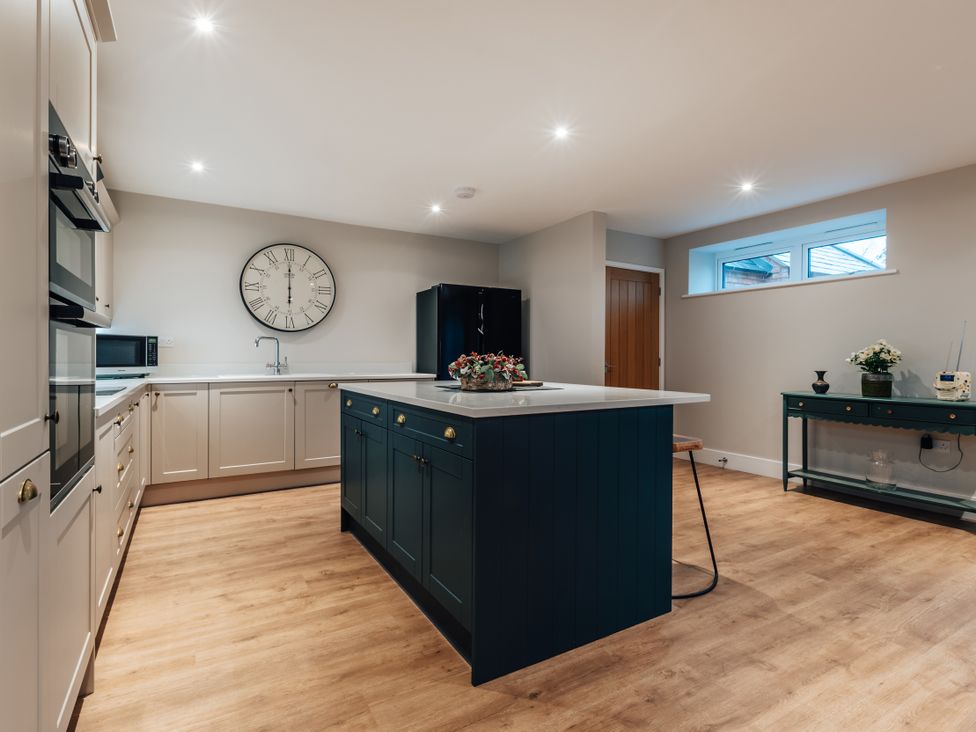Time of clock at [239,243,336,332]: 6:00
